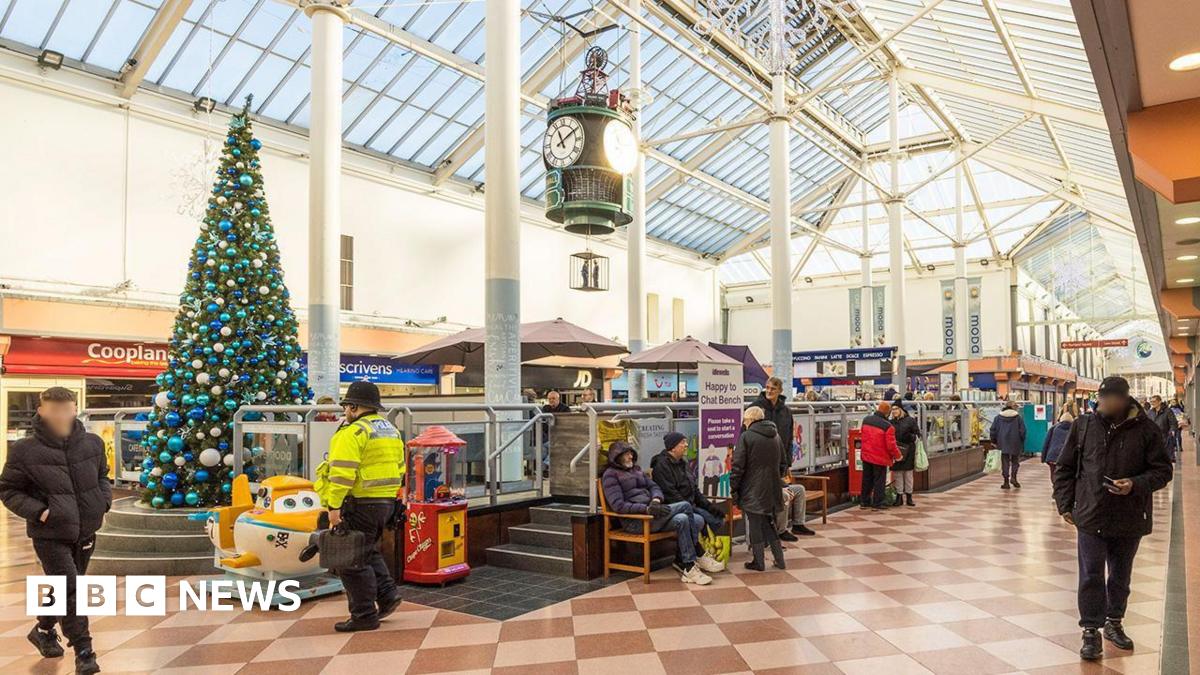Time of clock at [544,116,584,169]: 11:09
